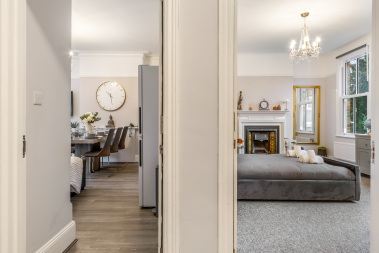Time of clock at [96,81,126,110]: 10:28
